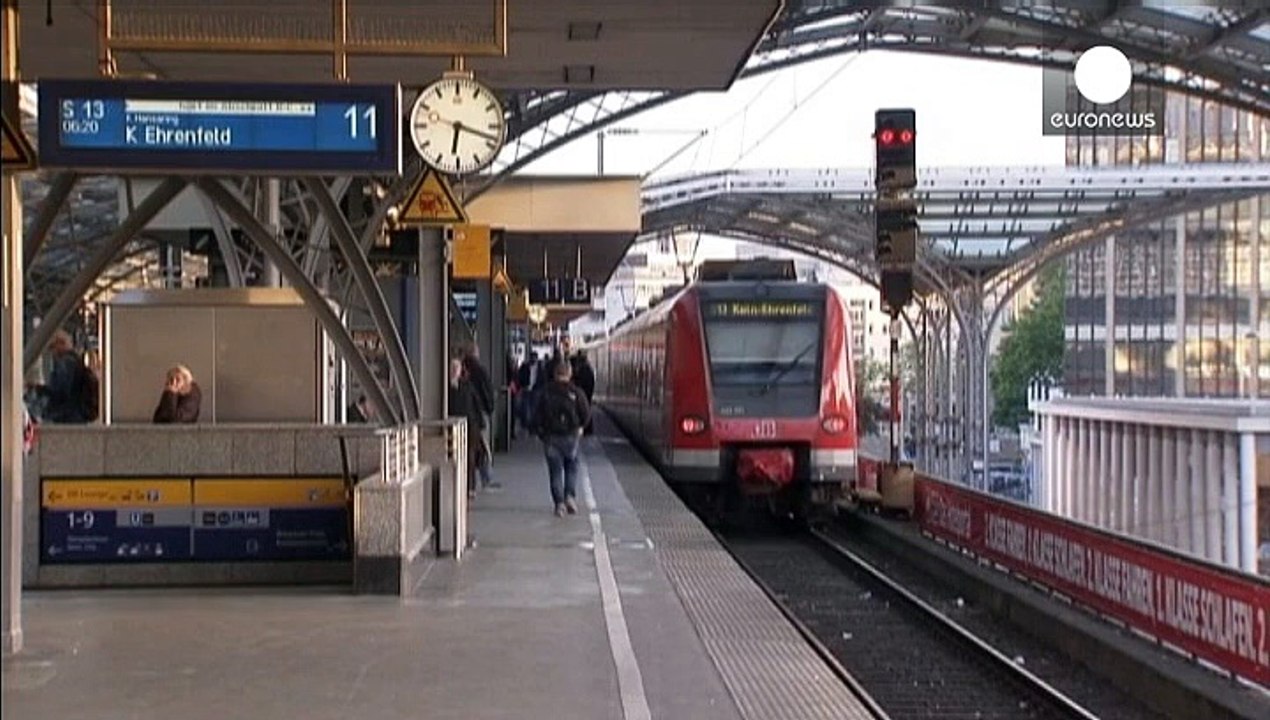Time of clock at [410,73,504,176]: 6:18
